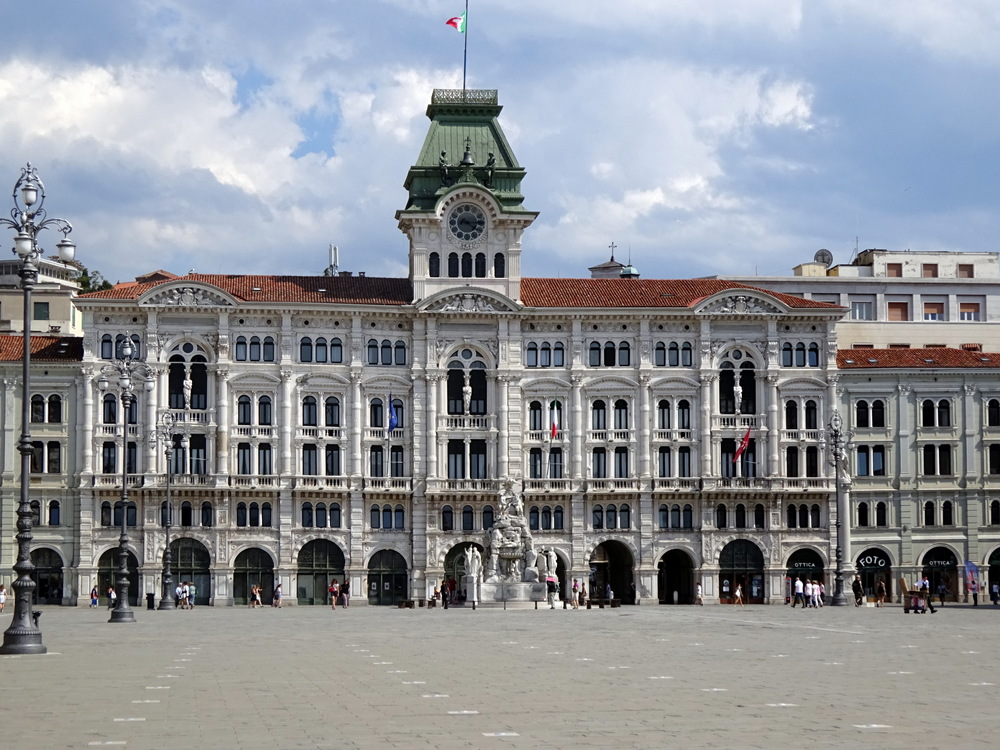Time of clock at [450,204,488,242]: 4:14
